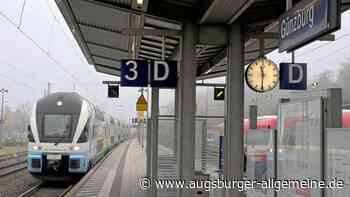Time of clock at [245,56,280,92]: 11:30
